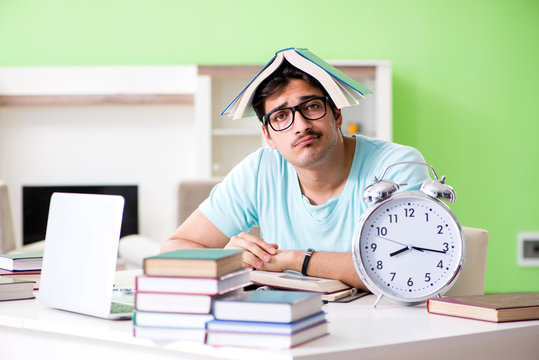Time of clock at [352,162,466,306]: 8:16
